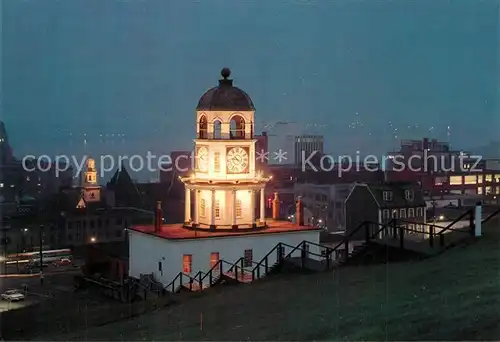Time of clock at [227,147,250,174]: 9:22
